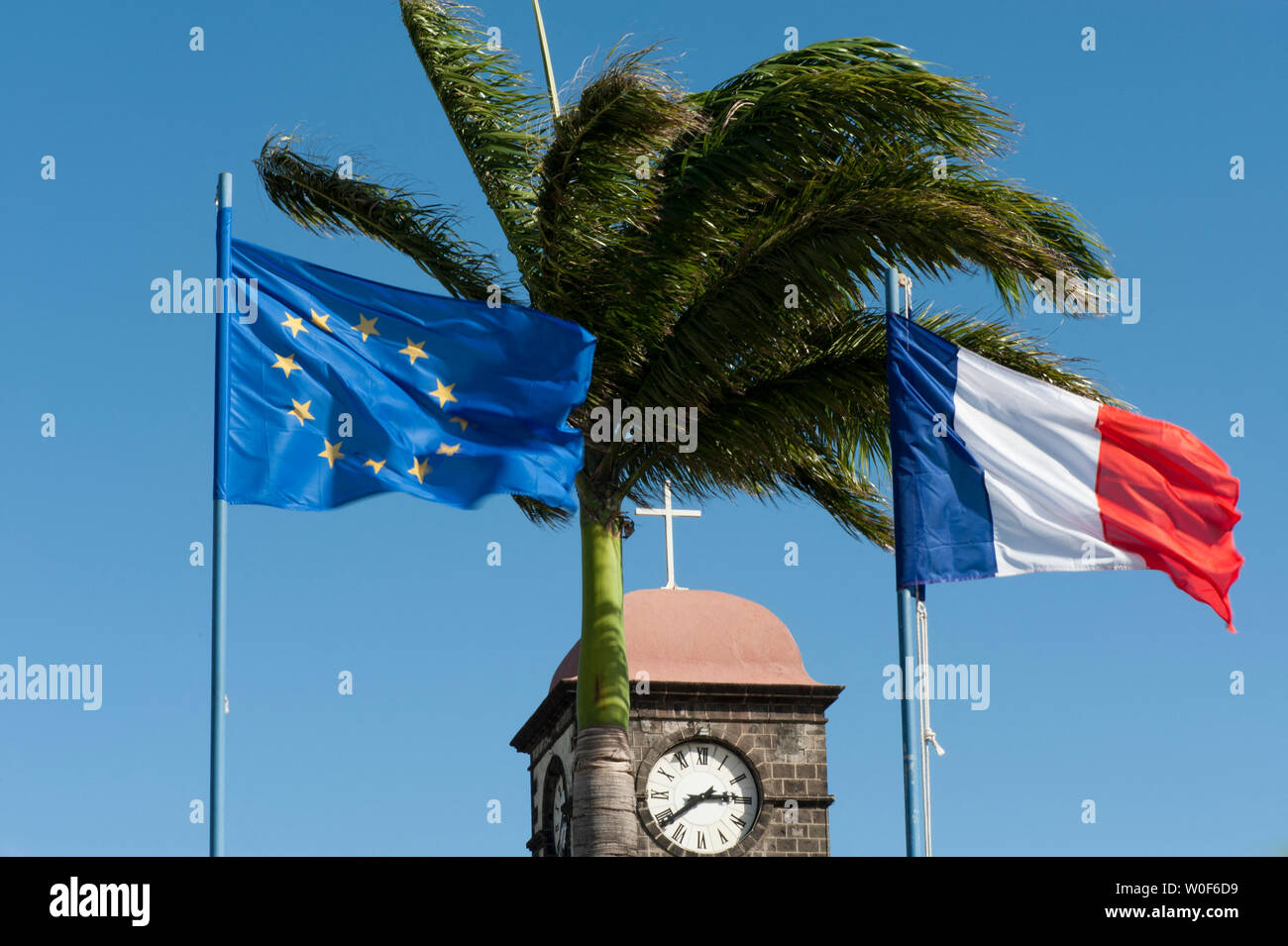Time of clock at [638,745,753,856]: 2:38
